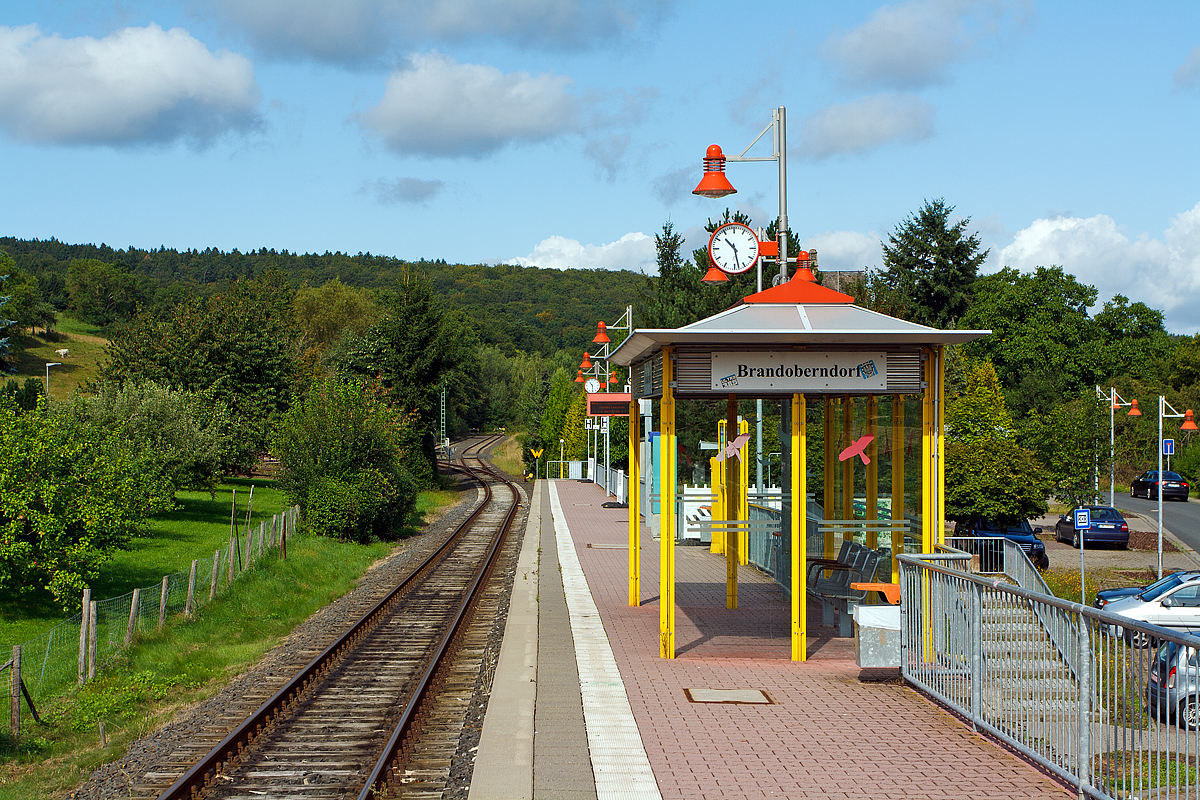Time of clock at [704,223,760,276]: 10:28
